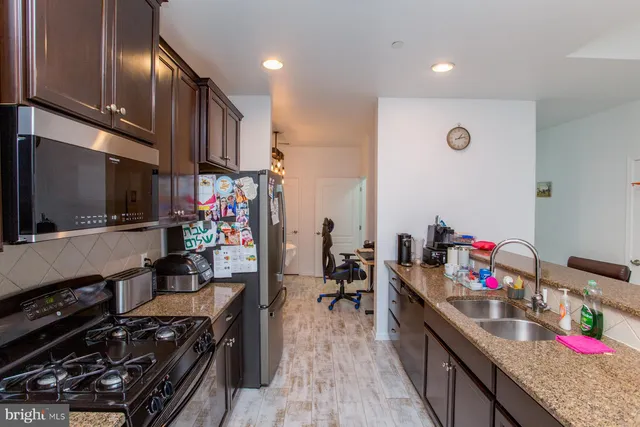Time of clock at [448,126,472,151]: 1:12
